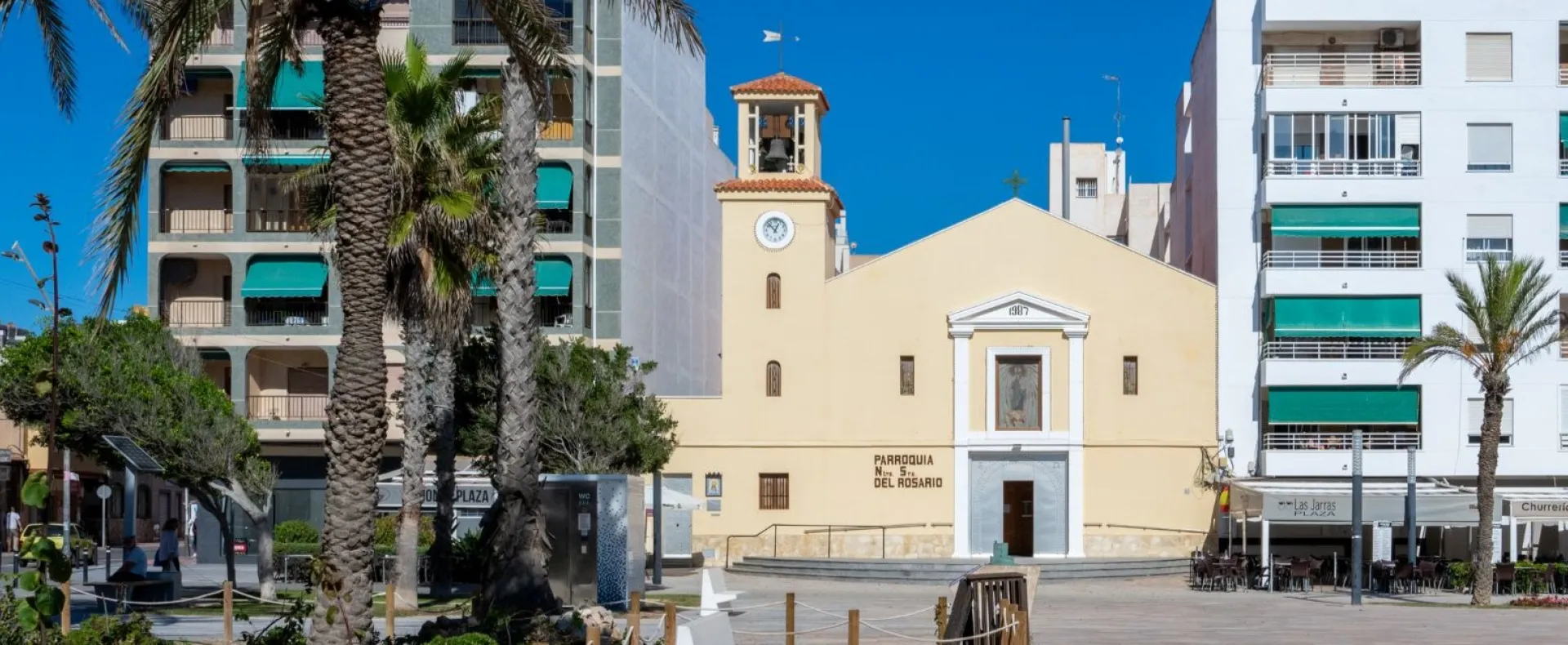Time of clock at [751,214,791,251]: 12:52
